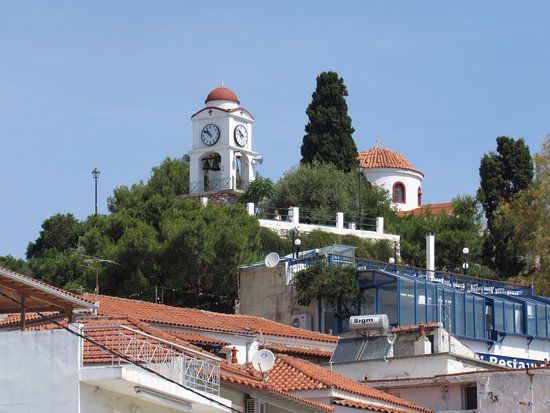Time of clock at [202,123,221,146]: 10:50
